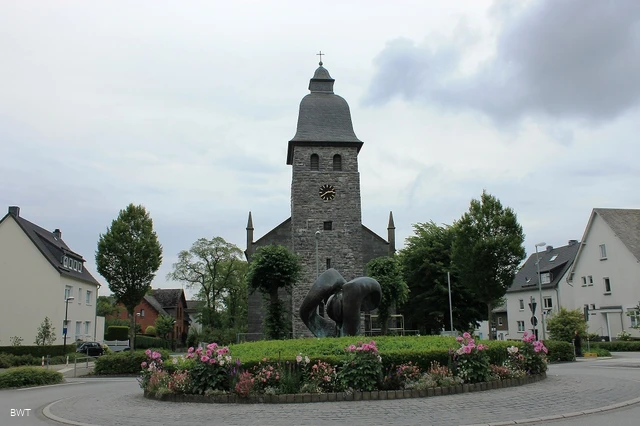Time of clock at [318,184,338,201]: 2:38
